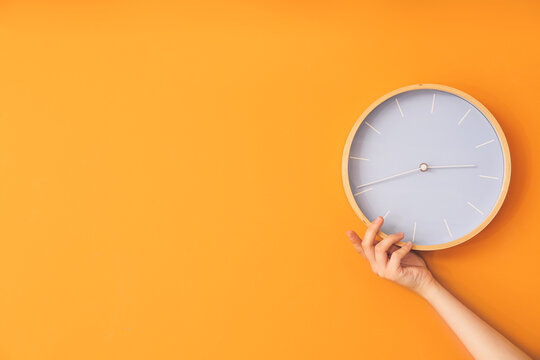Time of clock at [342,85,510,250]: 2:40
